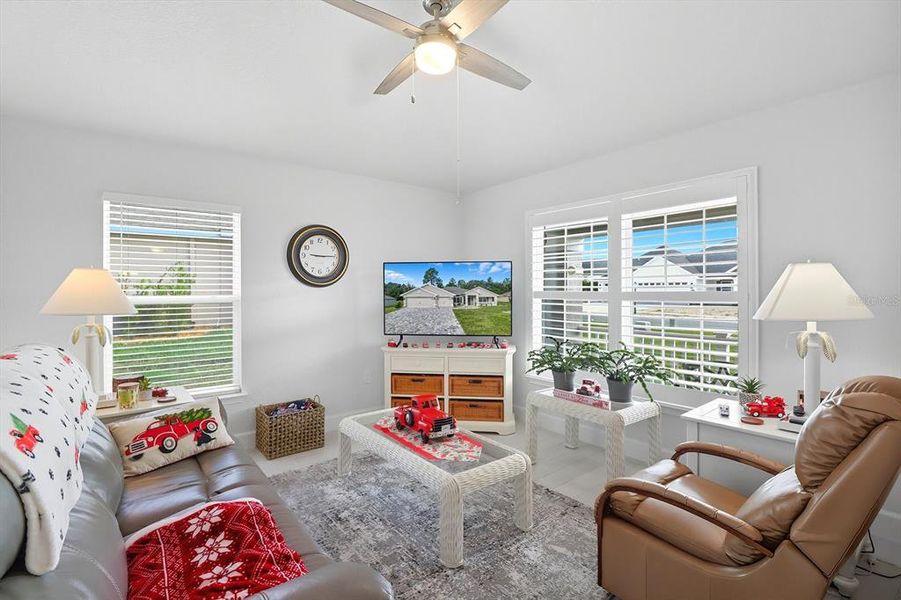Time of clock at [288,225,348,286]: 9:15
